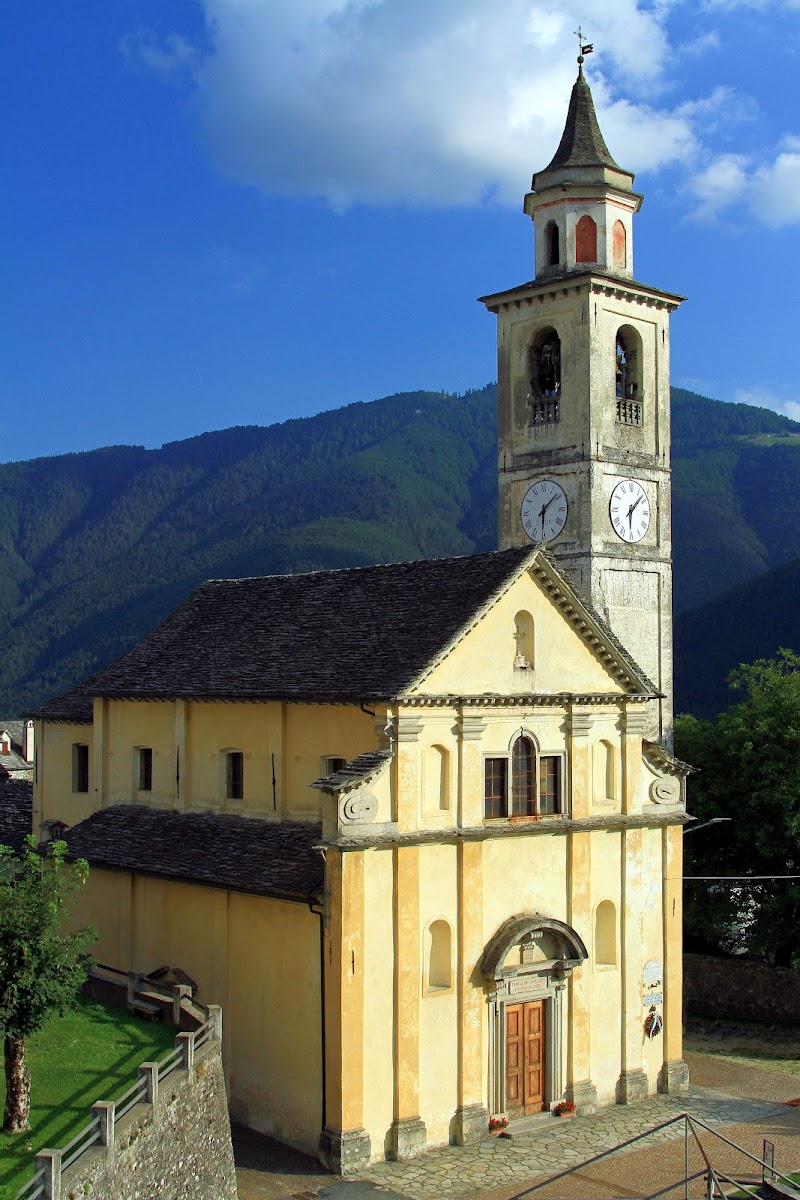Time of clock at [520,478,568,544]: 6:08
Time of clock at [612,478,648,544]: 6:07
